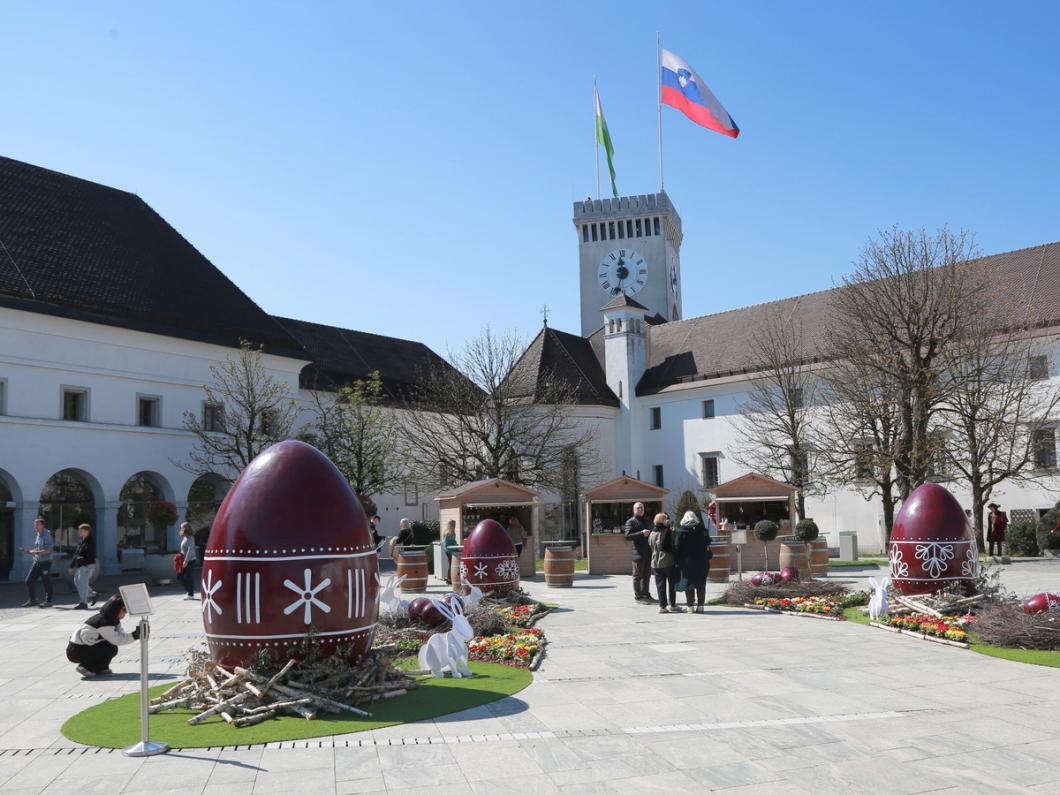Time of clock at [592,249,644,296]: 11:33
